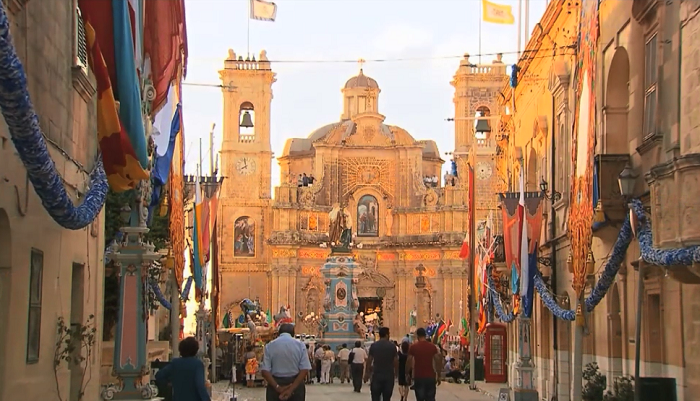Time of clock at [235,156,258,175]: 7:58
